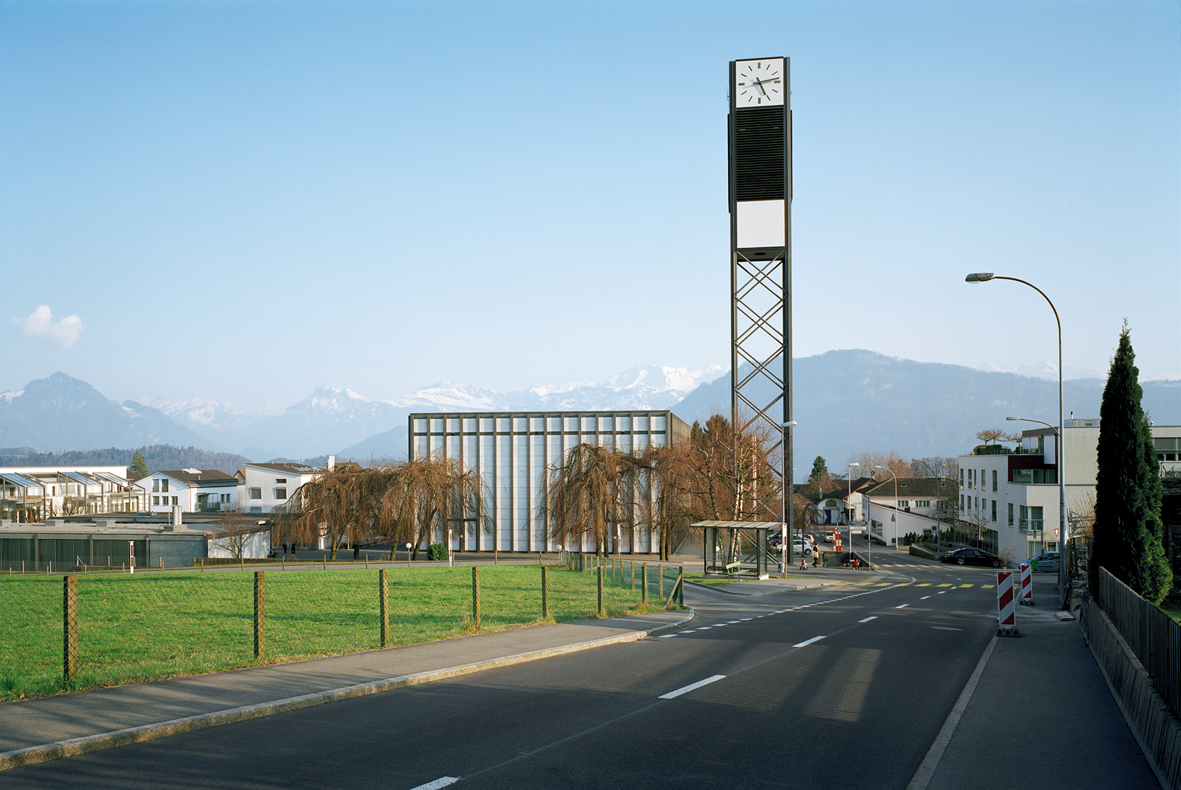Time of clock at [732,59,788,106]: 5:13
